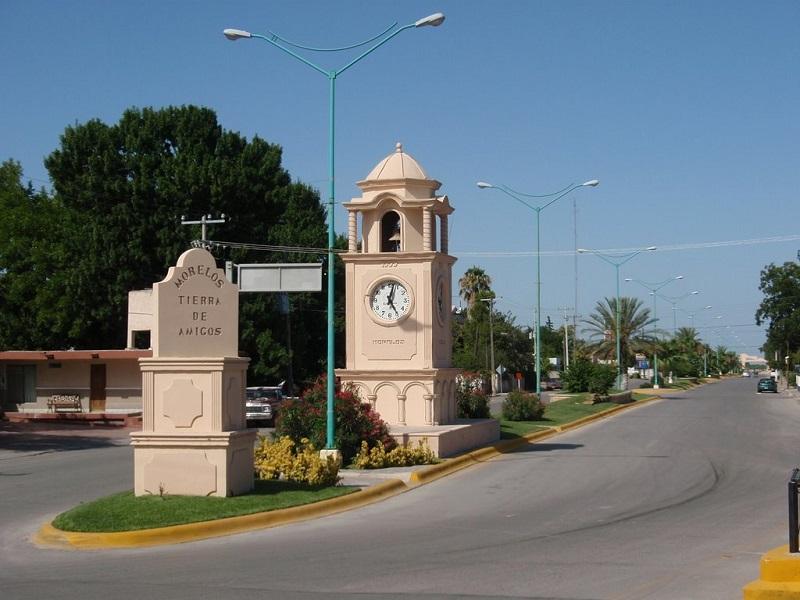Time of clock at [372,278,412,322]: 5:02
